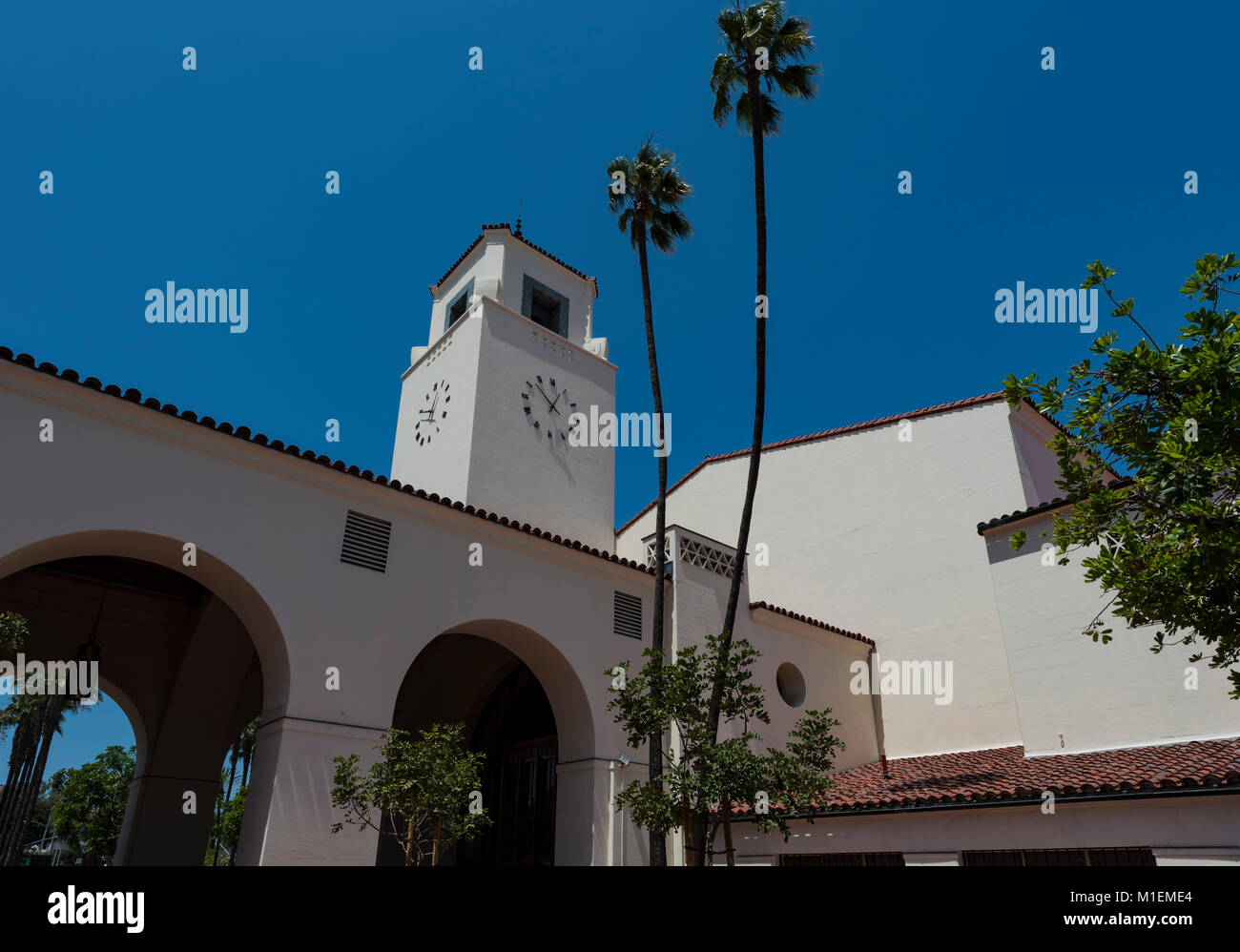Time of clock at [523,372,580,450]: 12:52
